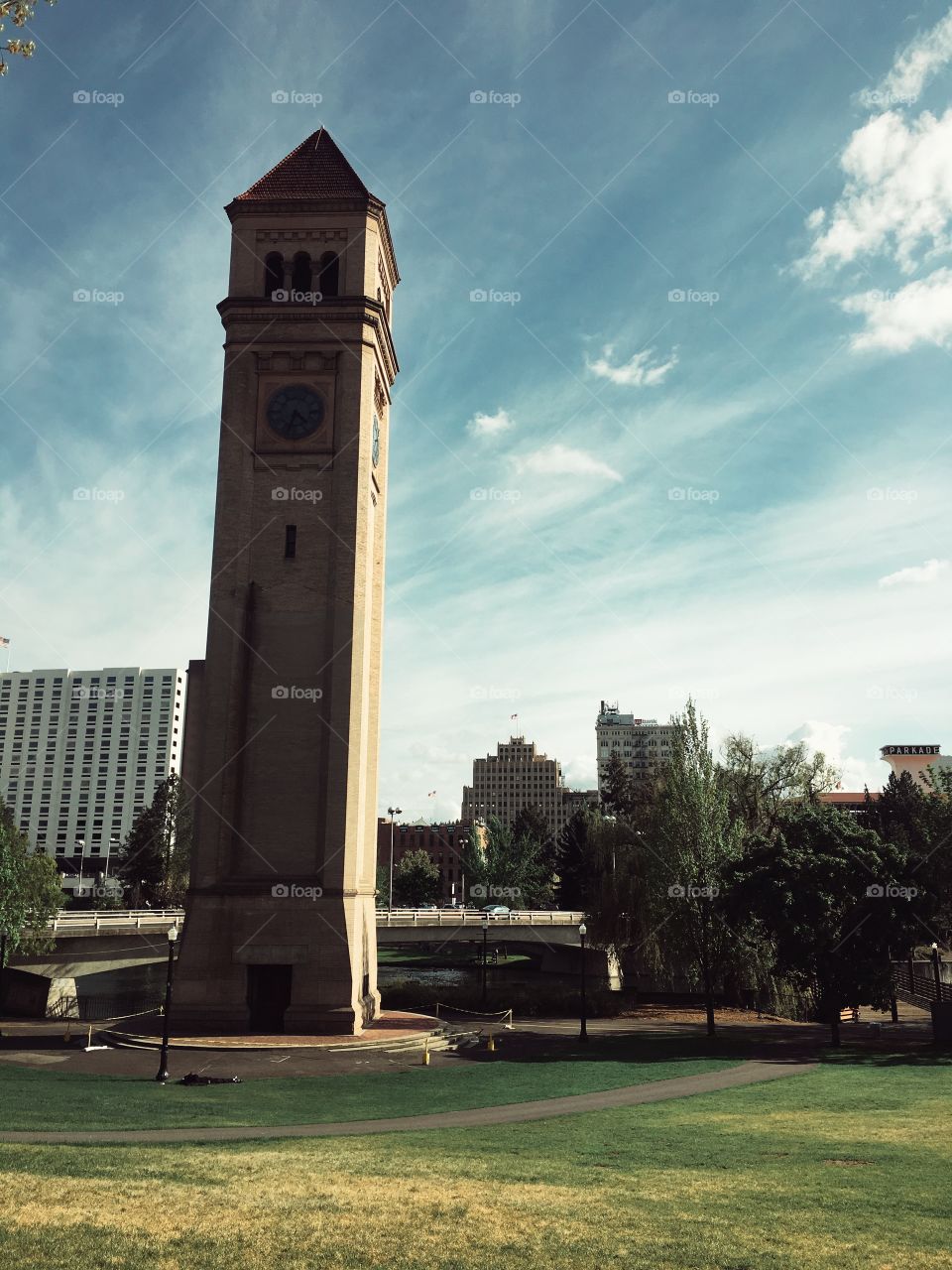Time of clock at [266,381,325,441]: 4:33
